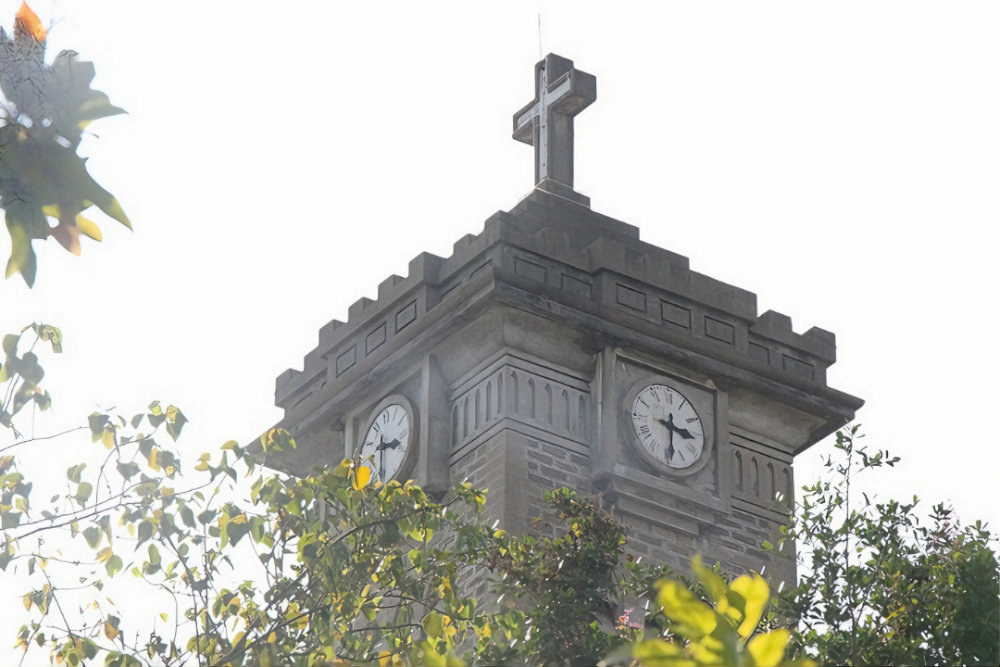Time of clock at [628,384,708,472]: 3:29
